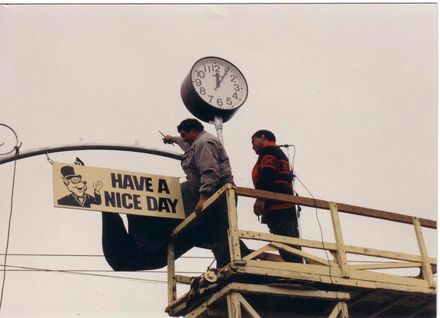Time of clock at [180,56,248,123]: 12:05
